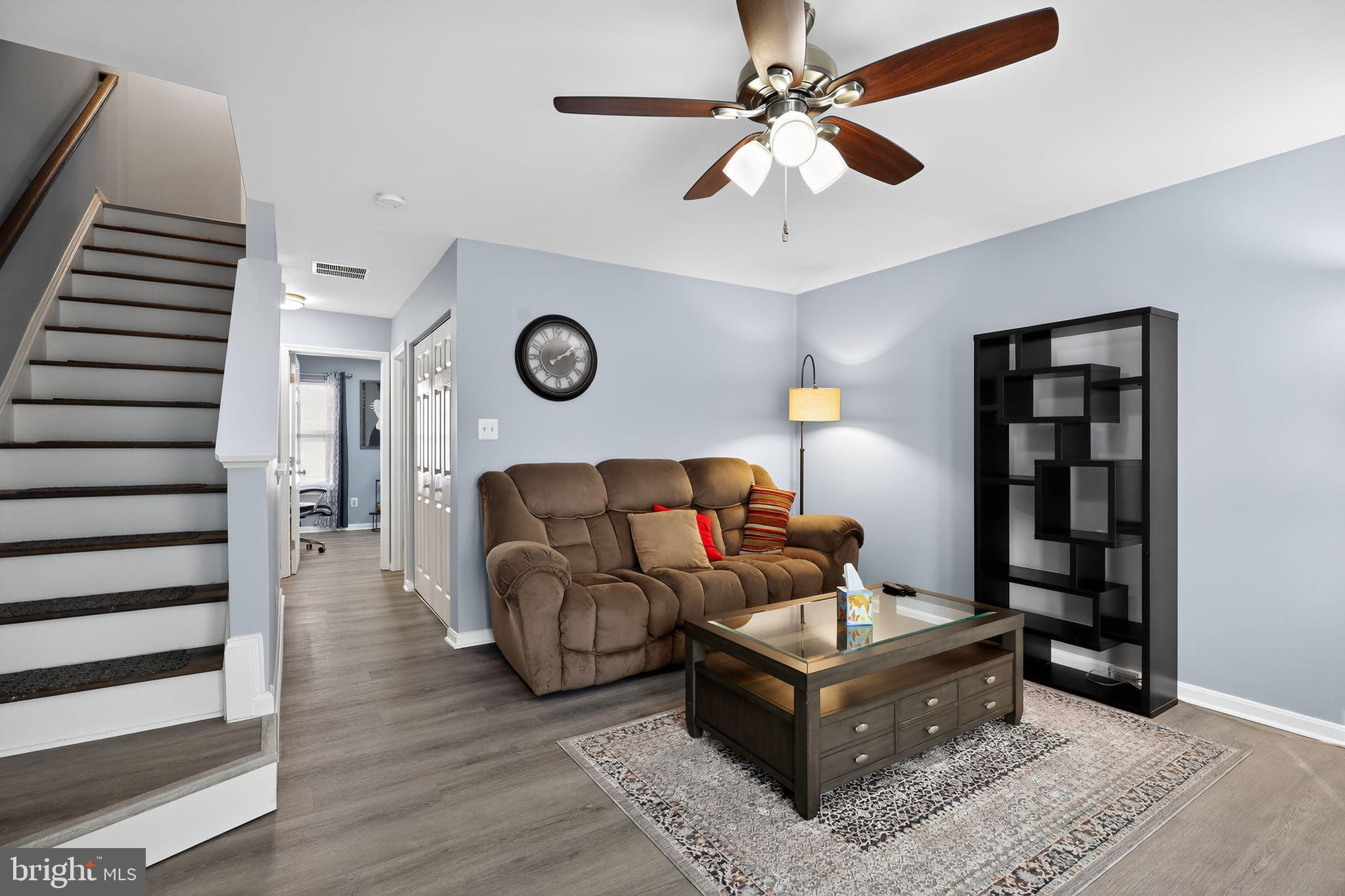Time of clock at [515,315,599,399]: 2:09
